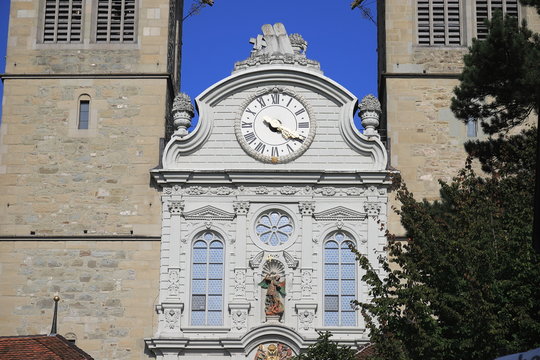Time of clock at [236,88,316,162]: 4:20
